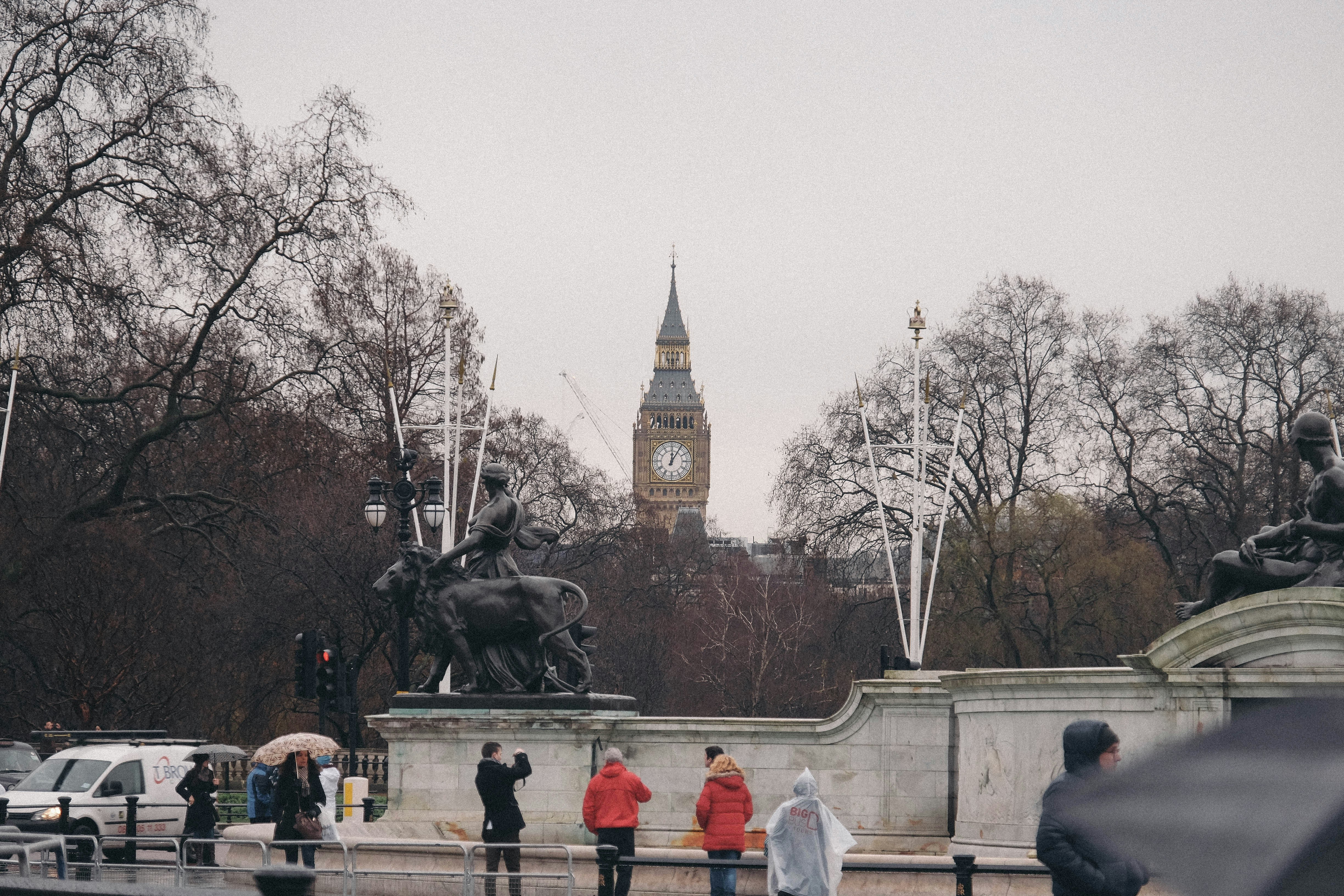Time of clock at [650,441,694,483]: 12:05
